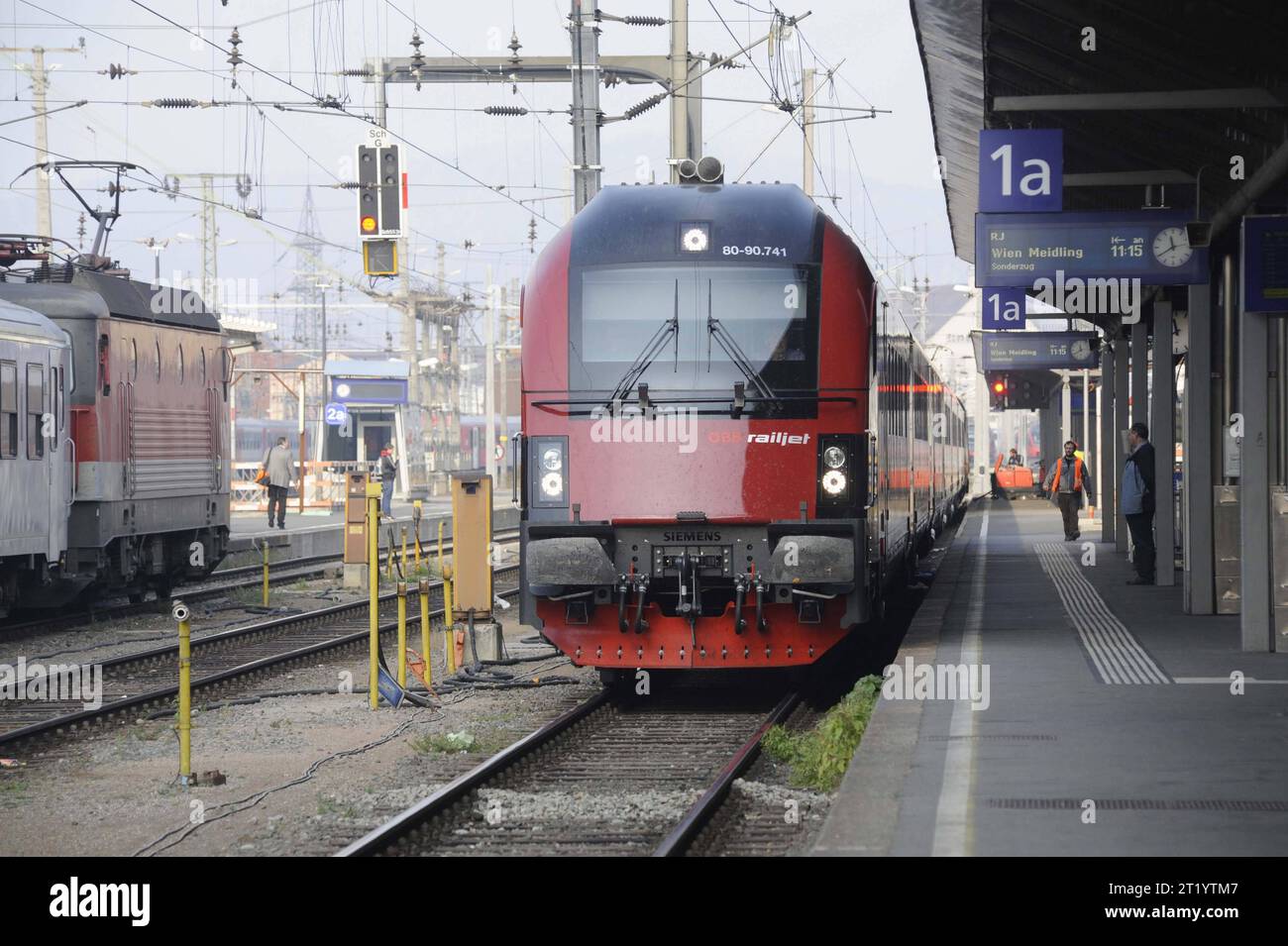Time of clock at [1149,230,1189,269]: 11:39
